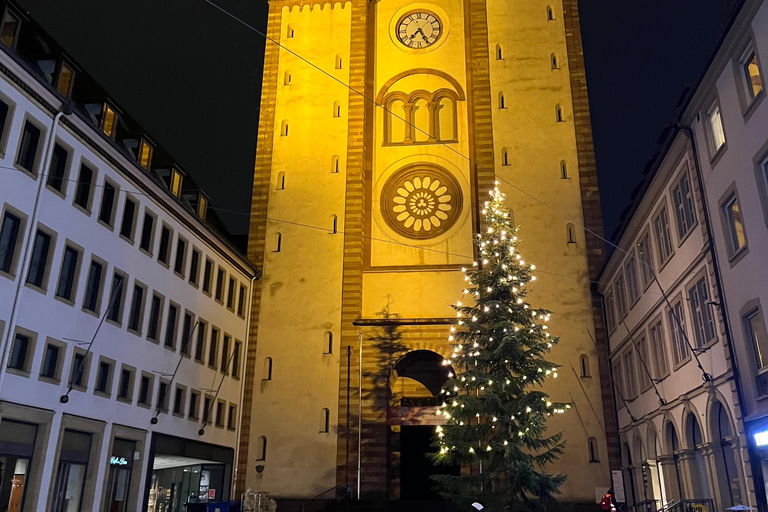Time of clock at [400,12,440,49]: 7:25
